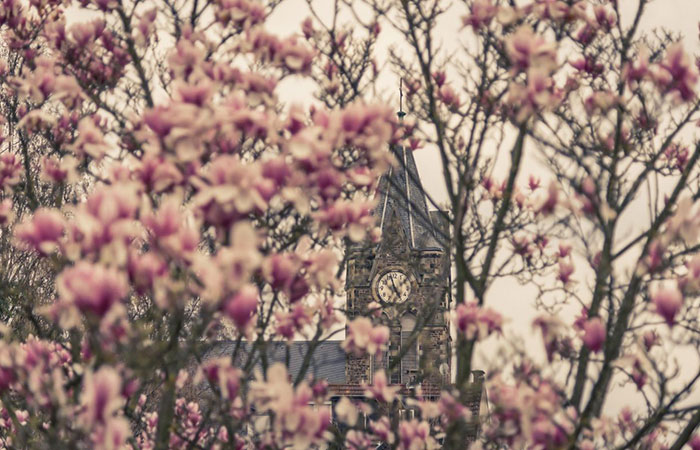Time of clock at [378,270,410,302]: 1:56
